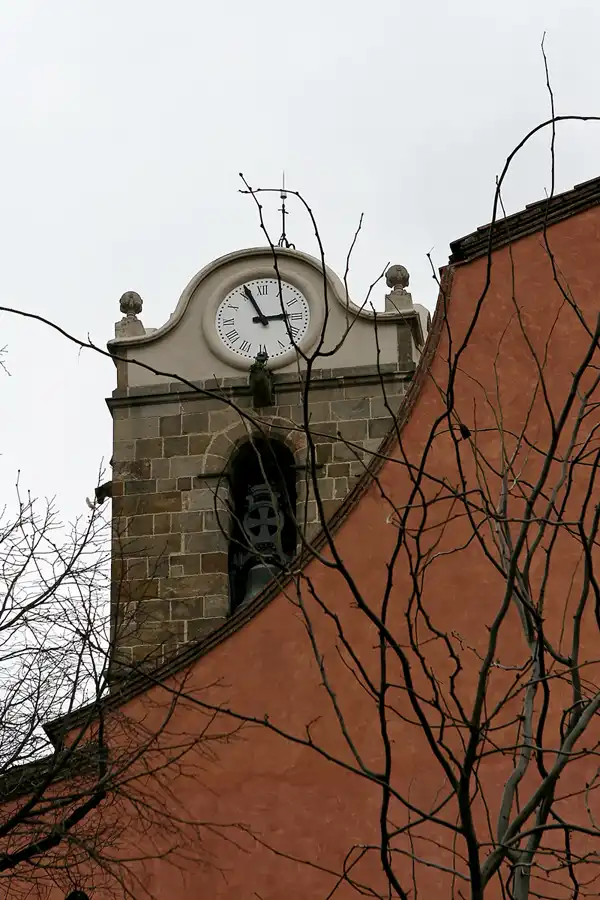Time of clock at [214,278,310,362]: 2:56
